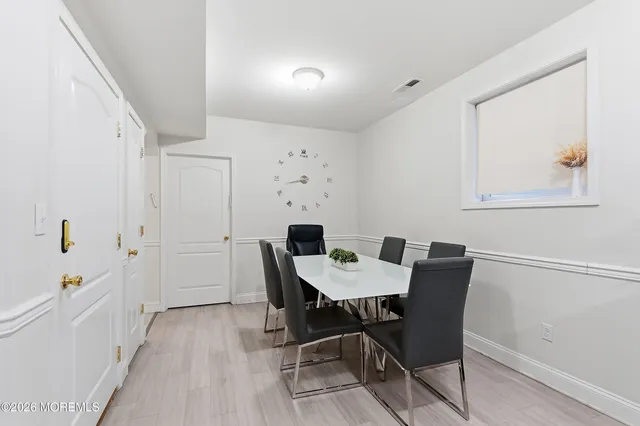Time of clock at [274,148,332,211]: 8:42
